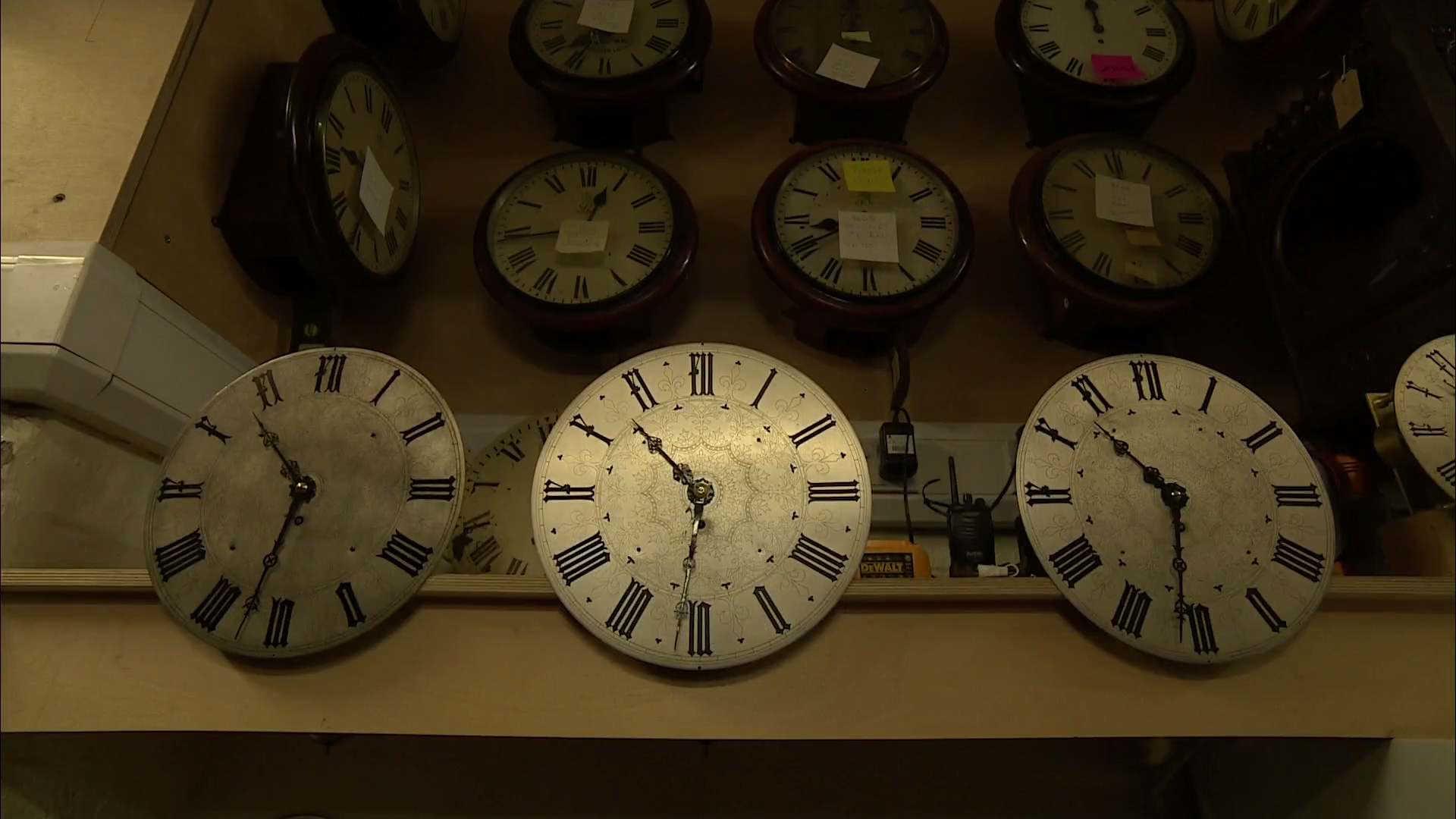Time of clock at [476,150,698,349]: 12:44
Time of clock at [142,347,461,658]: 10:32
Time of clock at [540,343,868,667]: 10:31
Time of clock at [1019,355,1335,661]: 10:31
